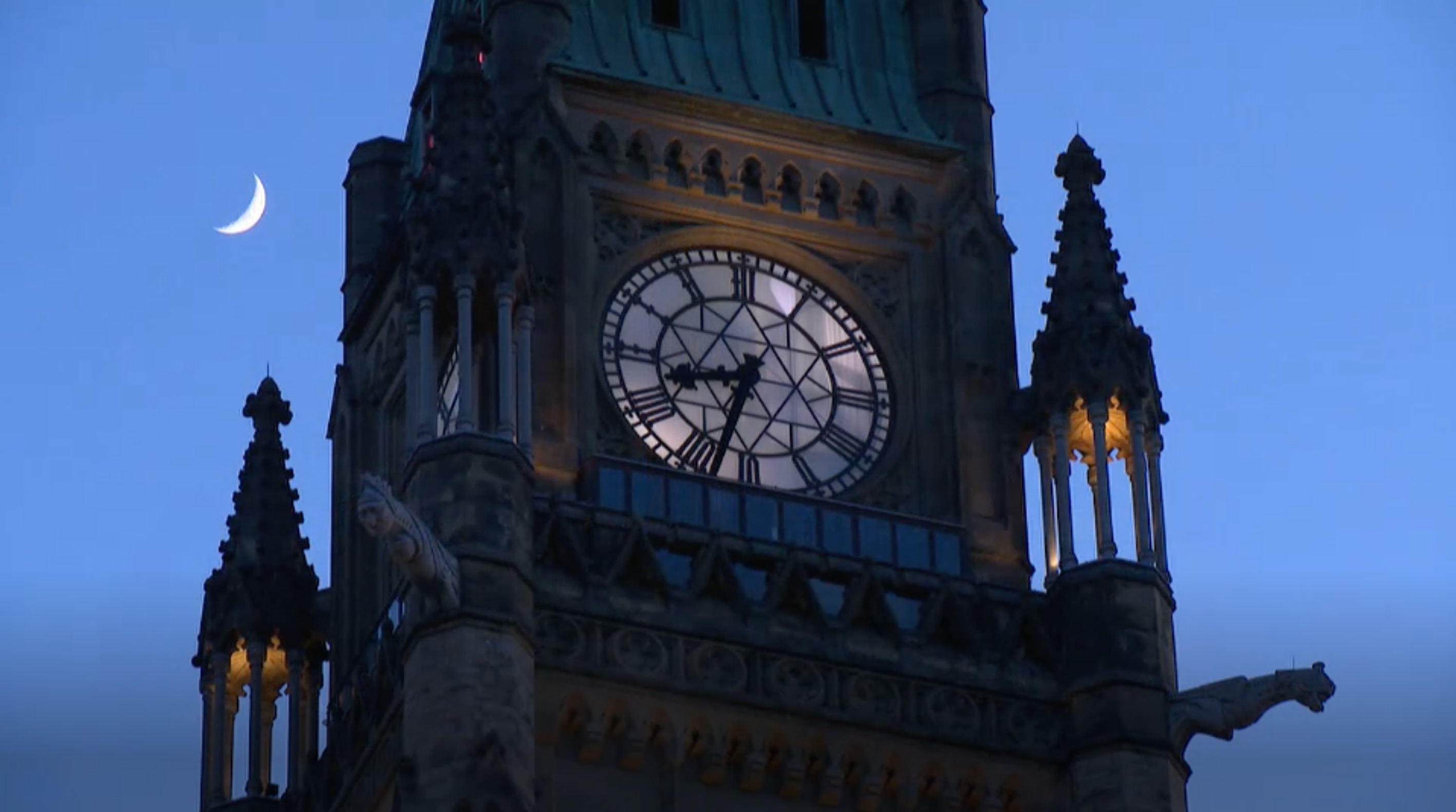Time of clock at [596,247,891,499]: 8:32
